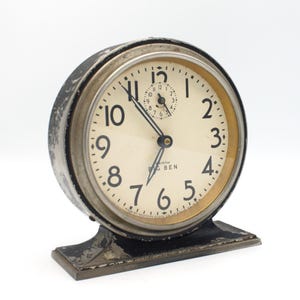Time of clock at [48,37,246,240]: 6:53
